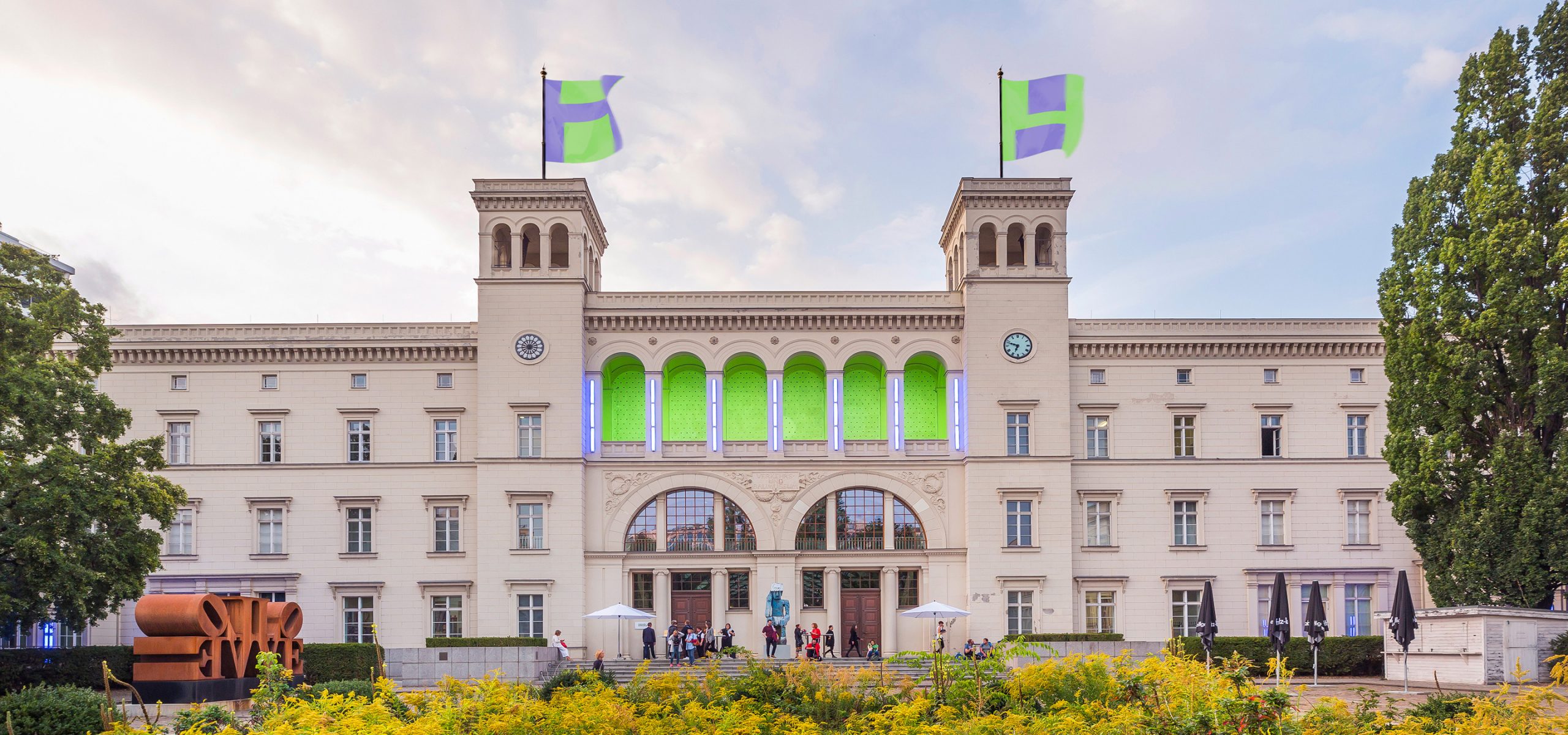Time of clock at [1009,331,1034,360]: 6:48
